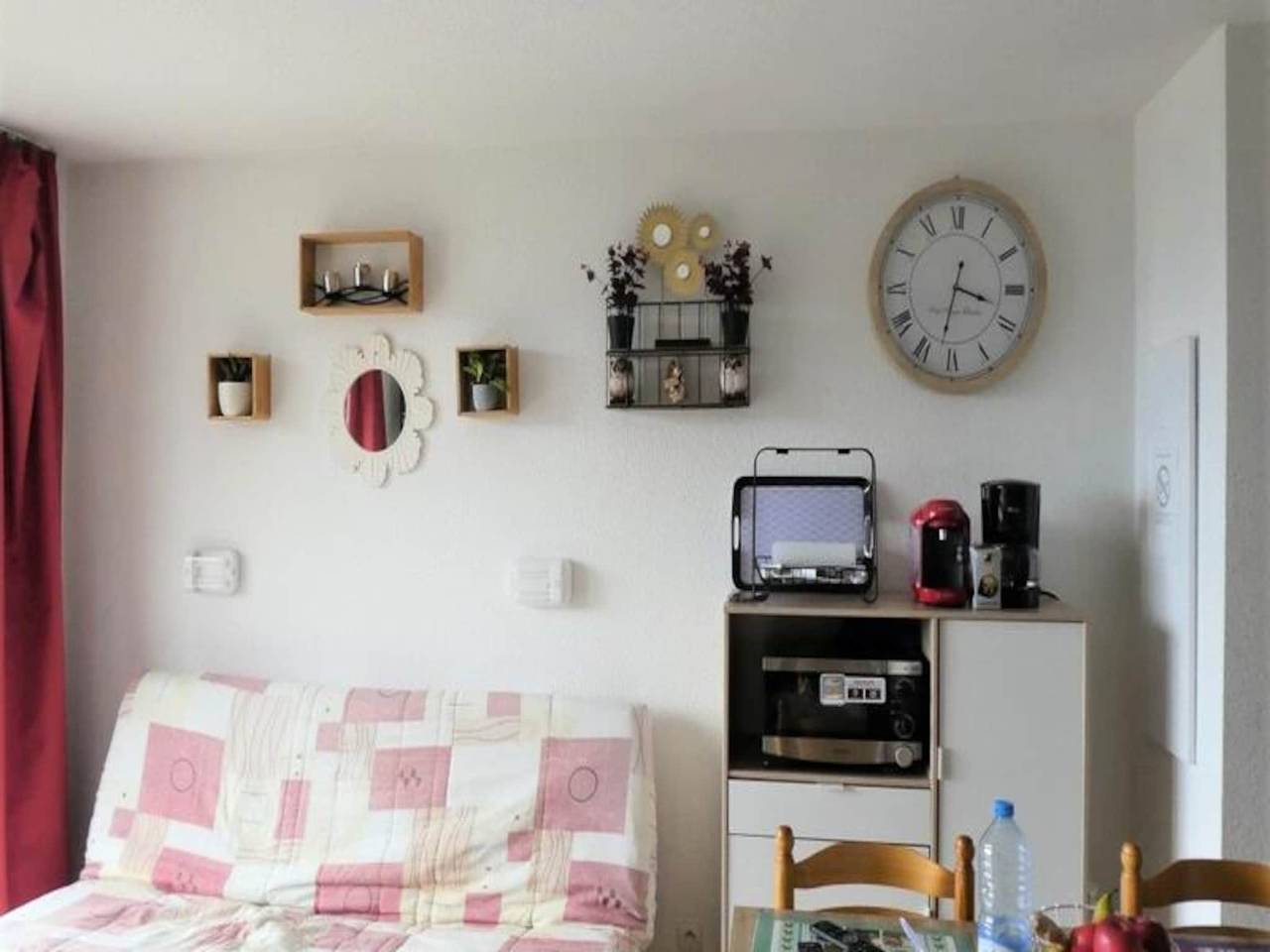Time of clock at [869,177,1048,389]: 3:32
